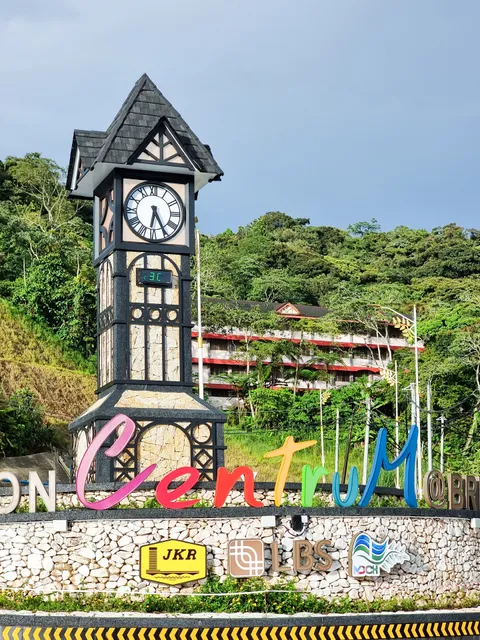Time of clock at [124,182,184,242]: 6:25
